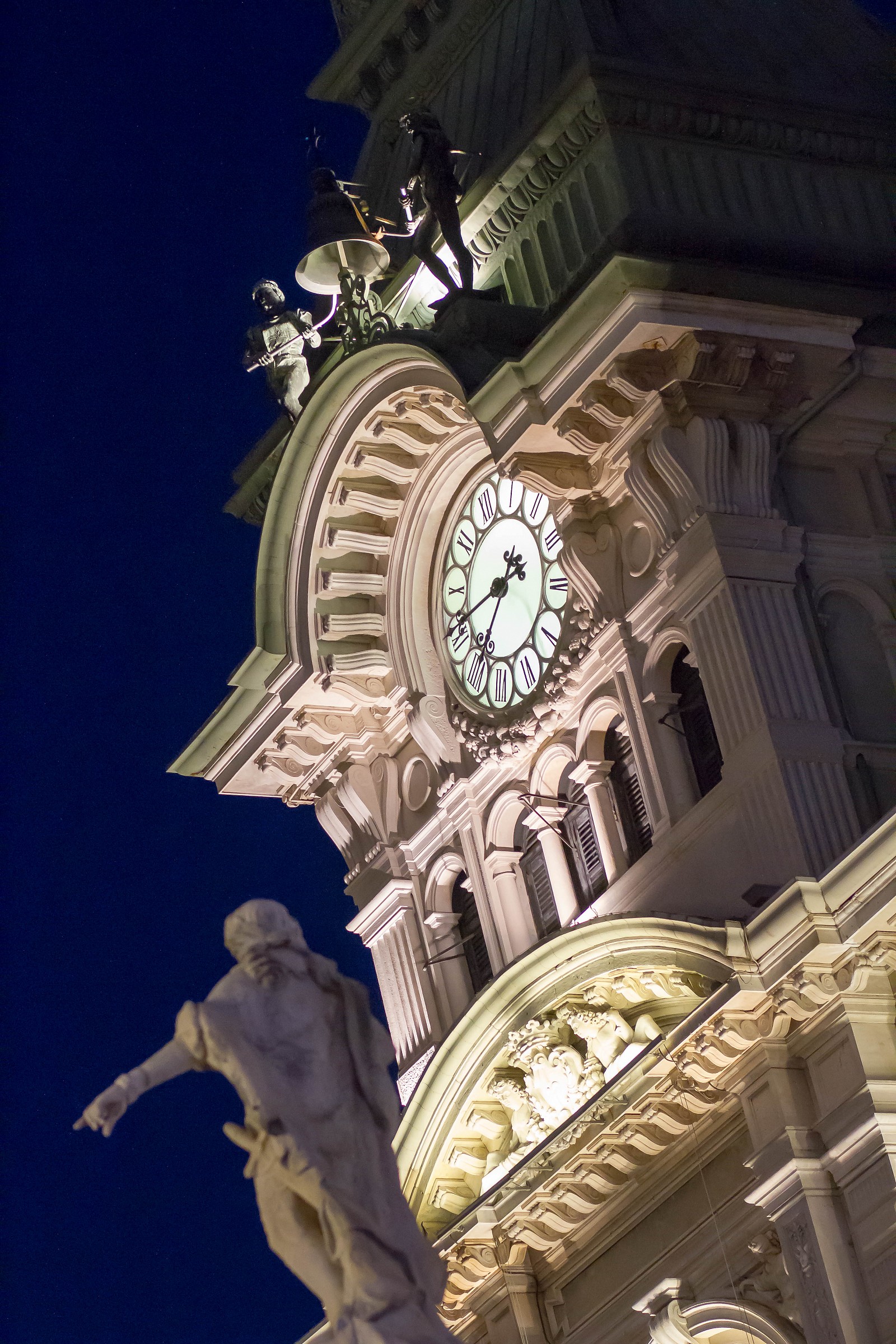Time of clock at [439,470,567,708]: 1:40
